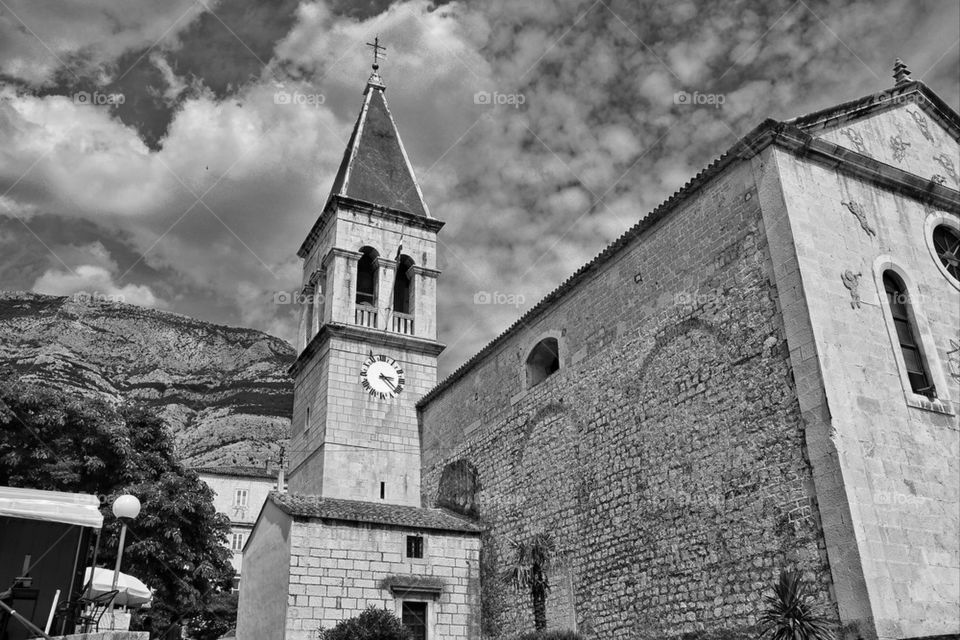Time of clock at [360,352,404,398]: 3:22
